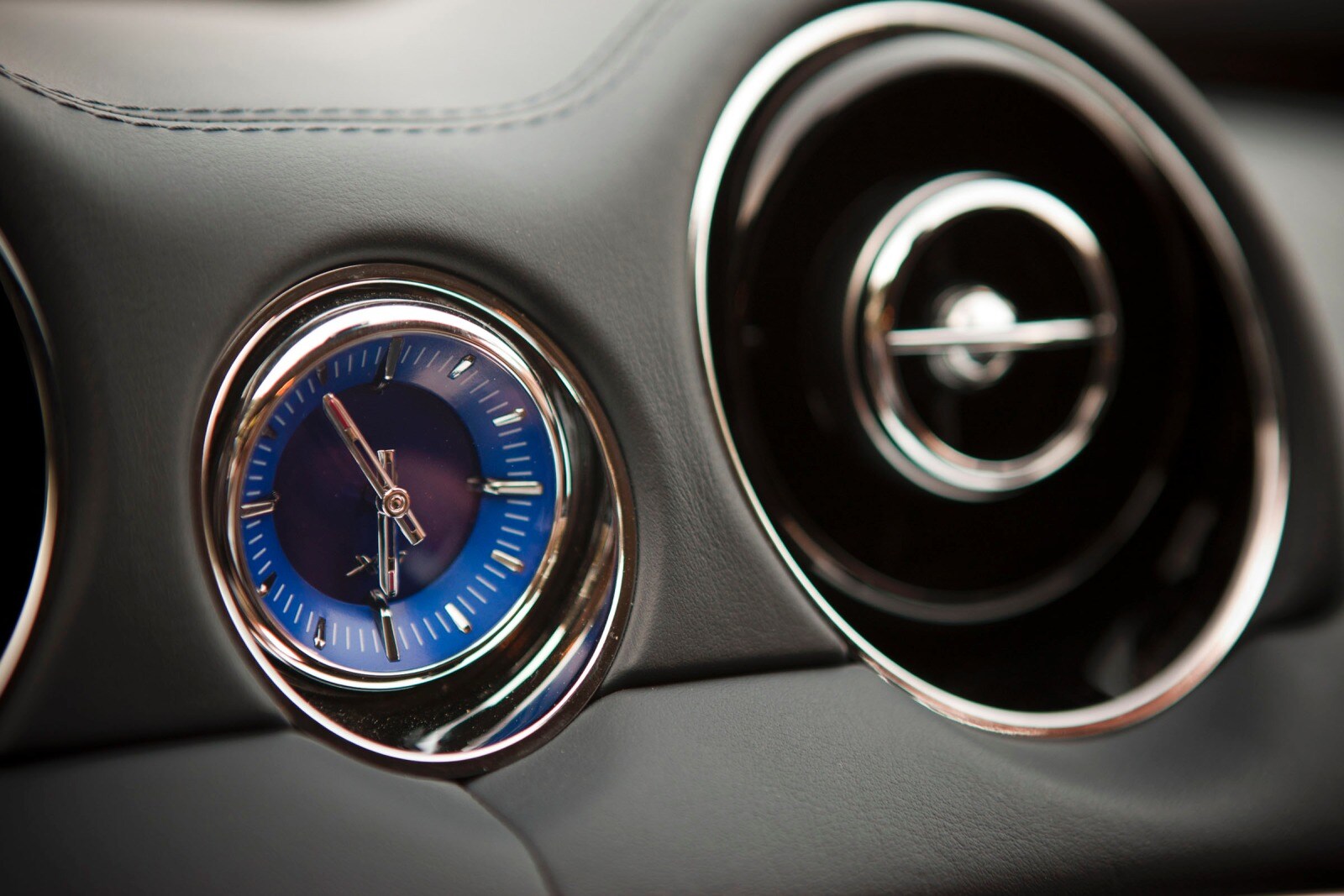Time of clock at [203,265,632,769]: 5:54
